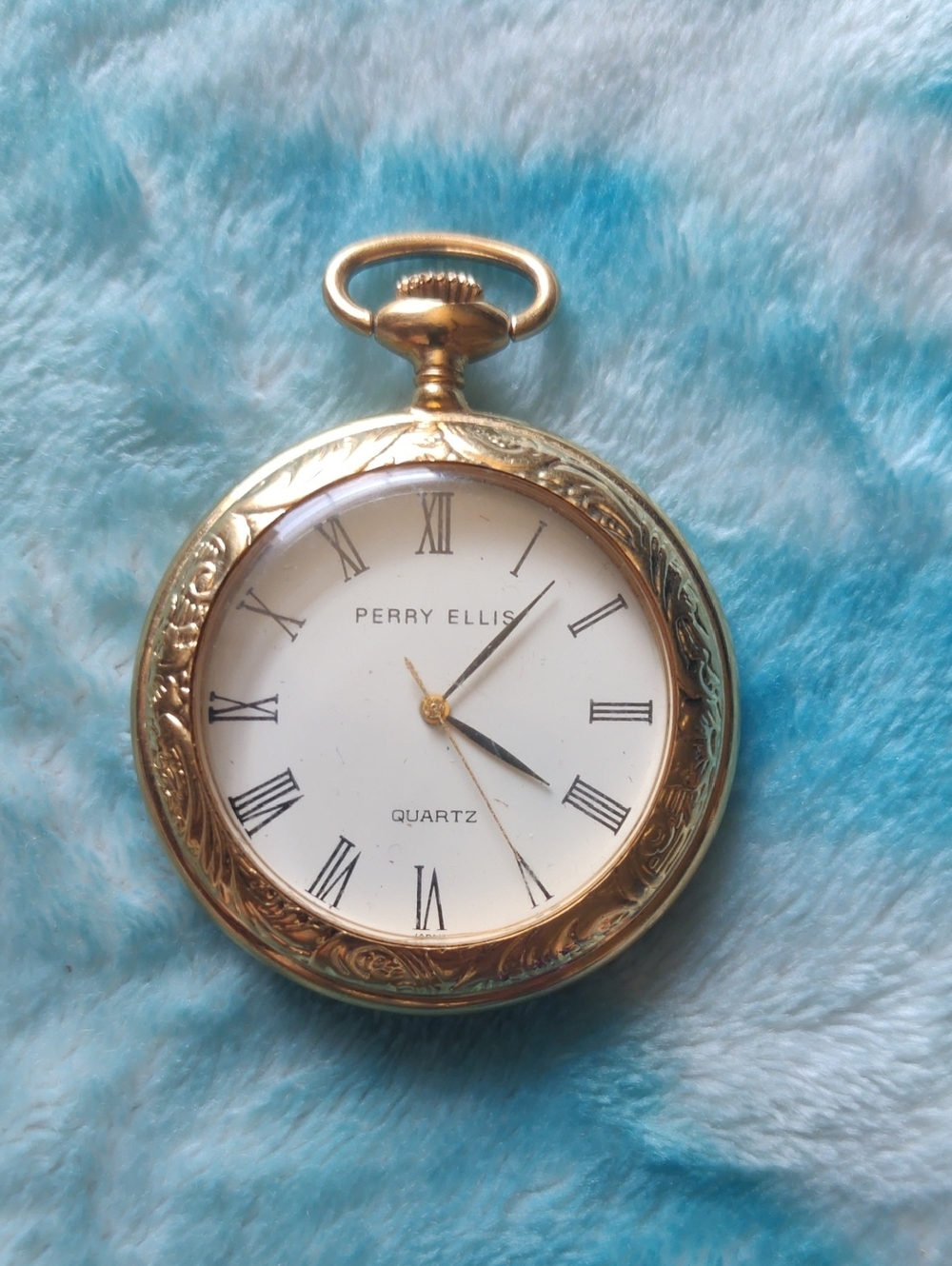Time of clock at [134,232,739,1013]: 4:07
